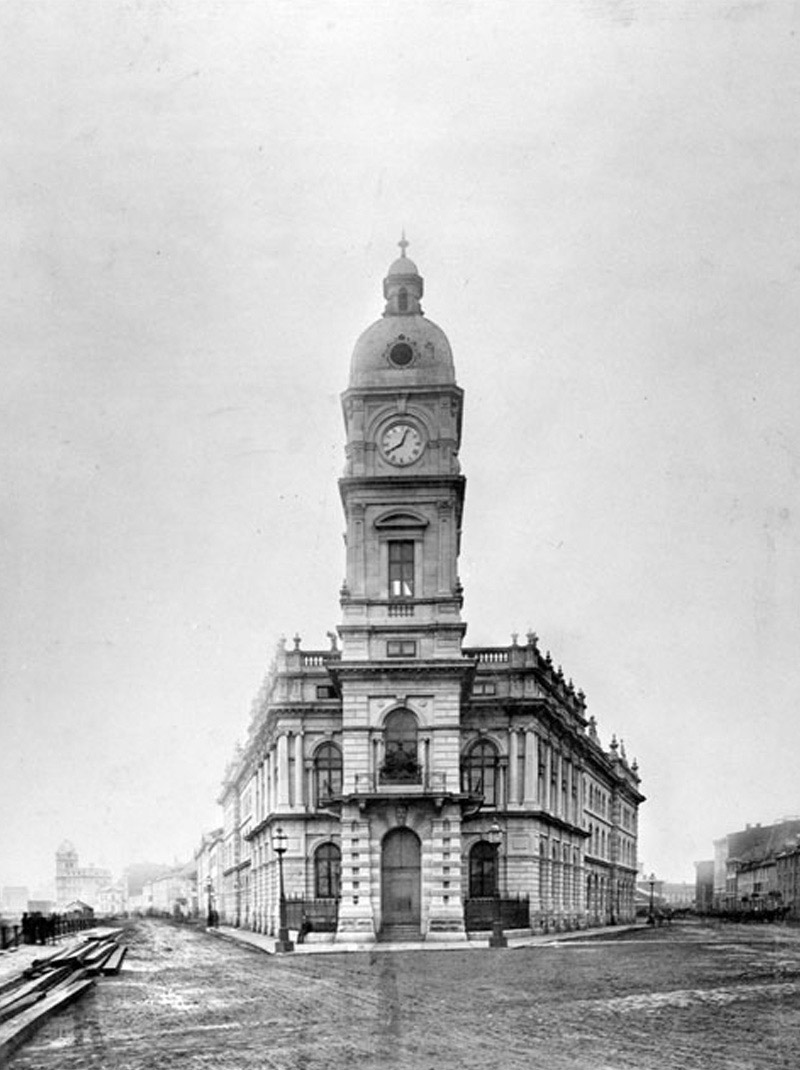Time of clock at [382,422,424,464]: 8:03
